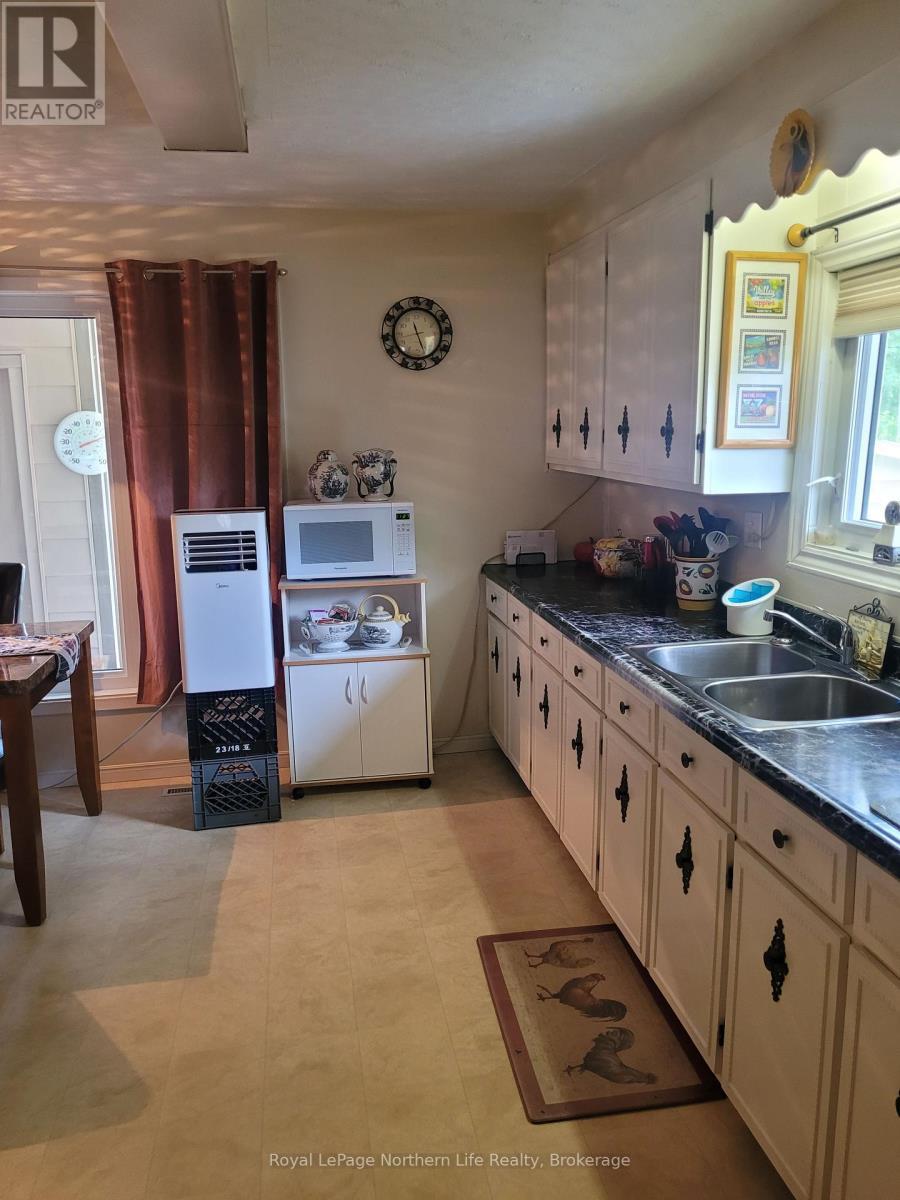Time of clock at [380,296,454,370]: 11:26
